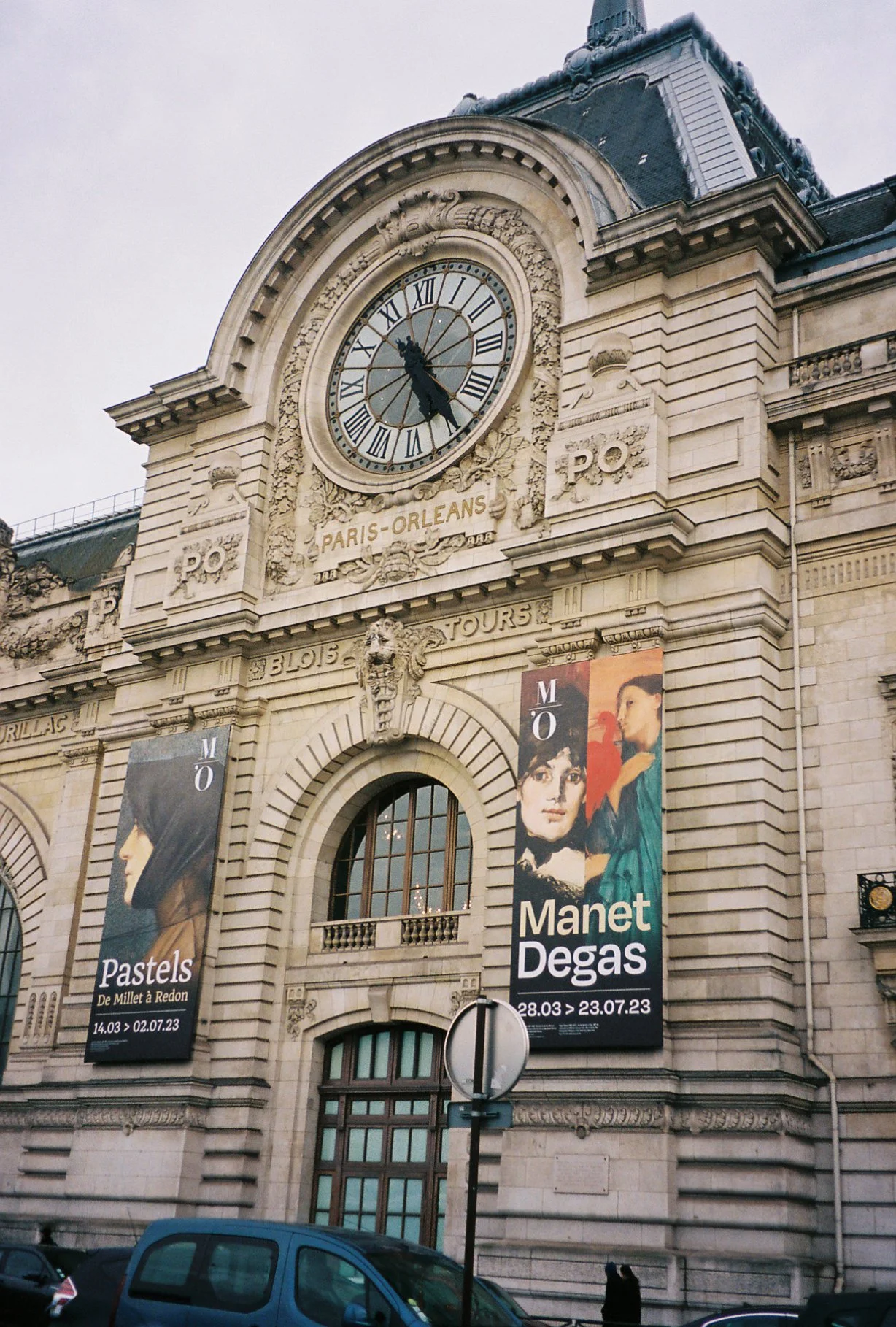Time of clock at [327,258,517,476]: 5:24
